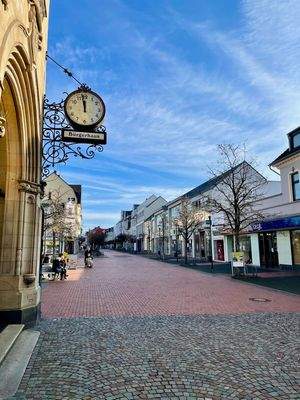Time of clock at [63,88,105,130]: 11:58
